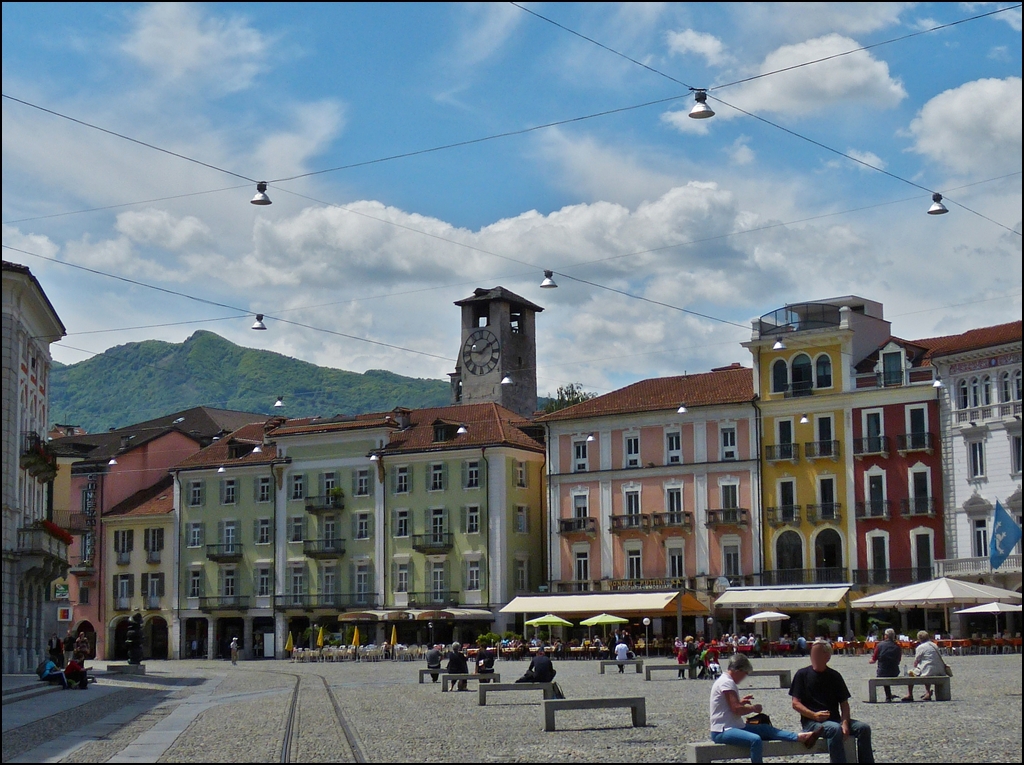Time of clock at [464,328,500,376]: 1:46
